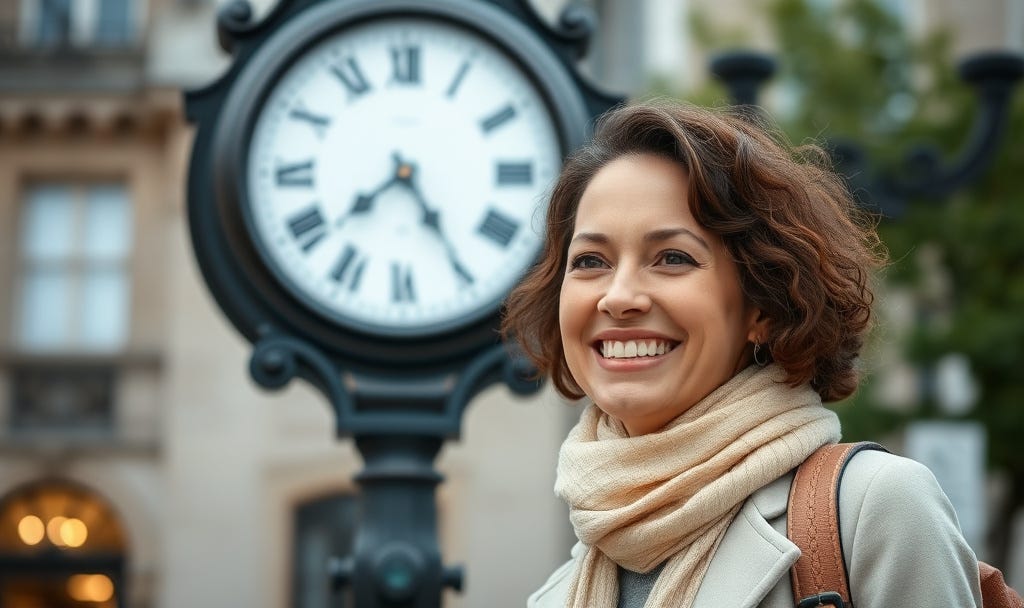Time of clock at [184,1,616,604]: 7:24
